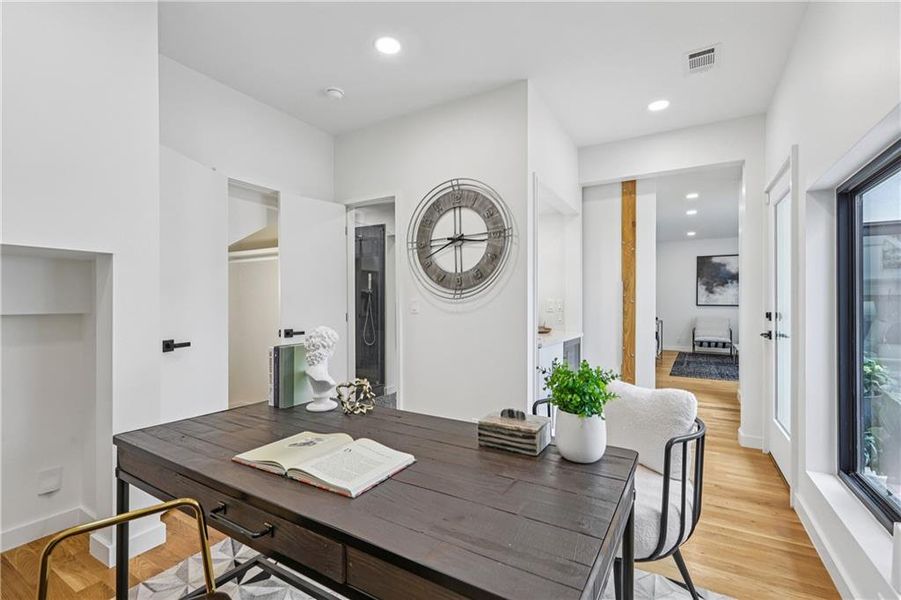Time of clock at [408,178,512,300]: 8:16
